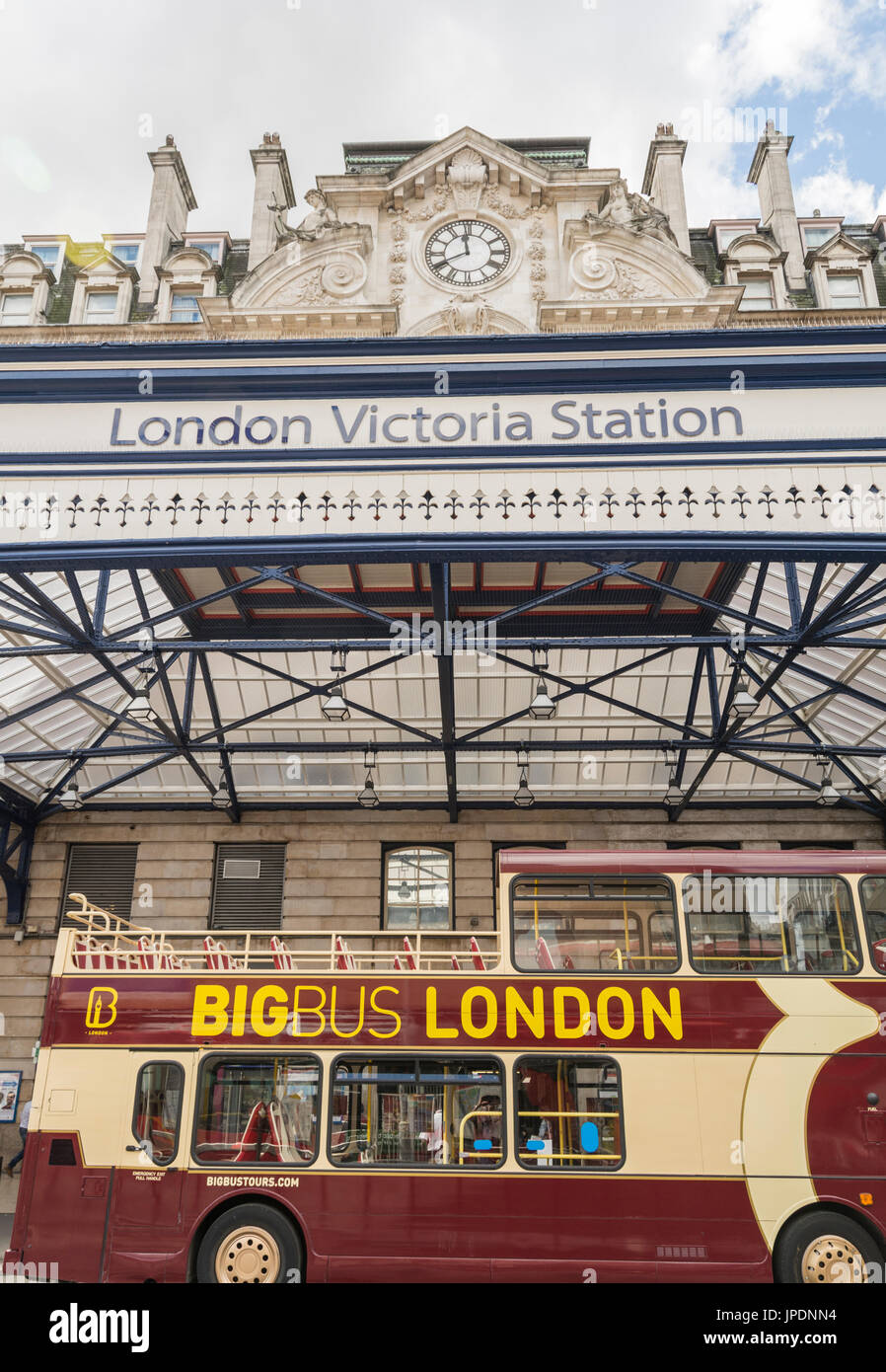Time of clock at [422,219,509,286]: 11:40
